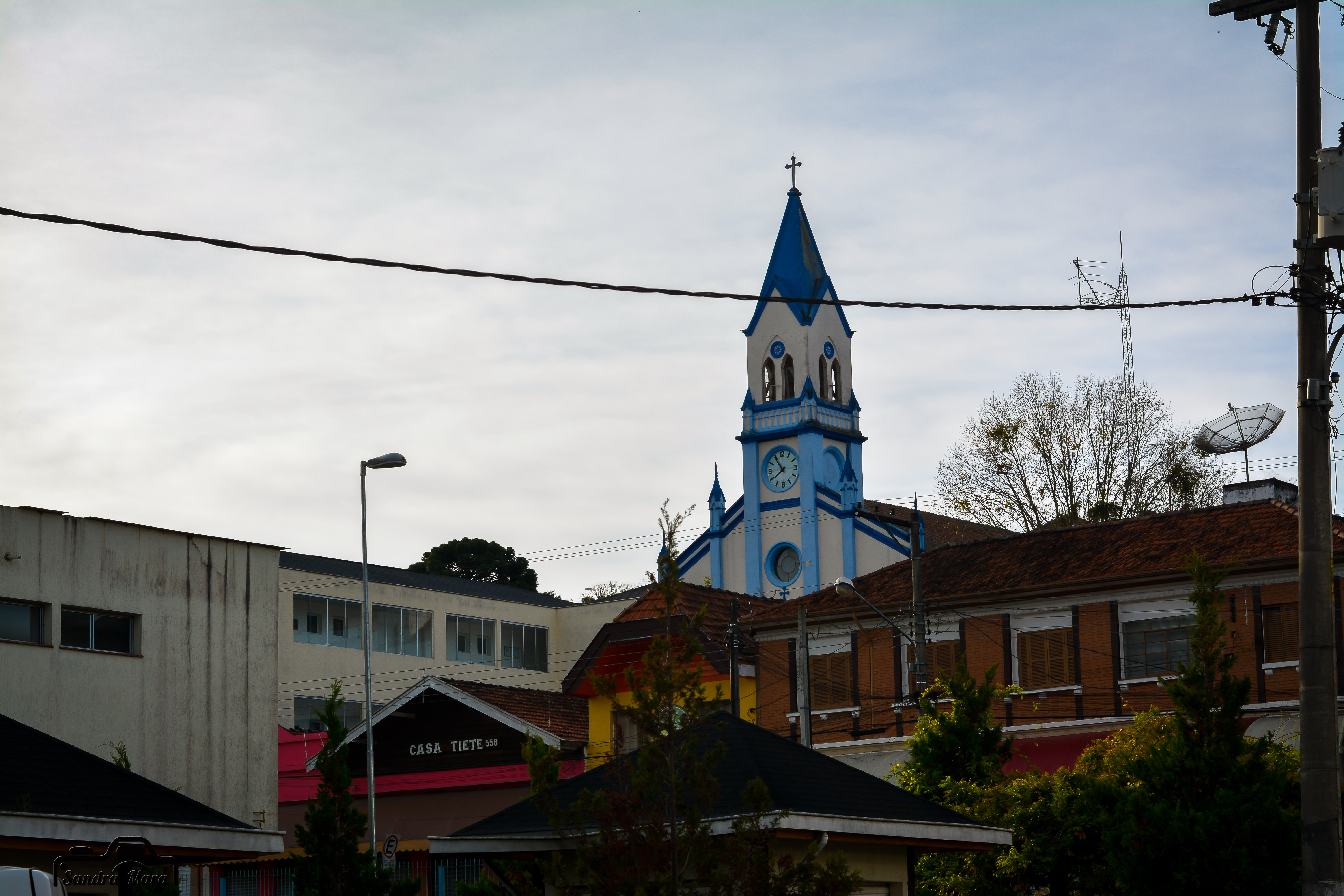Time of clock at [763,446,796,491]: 7:54
